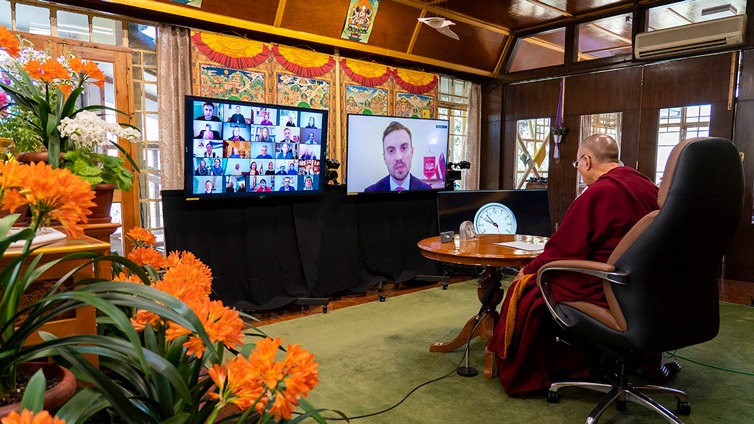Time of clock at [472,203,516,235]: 9:53
